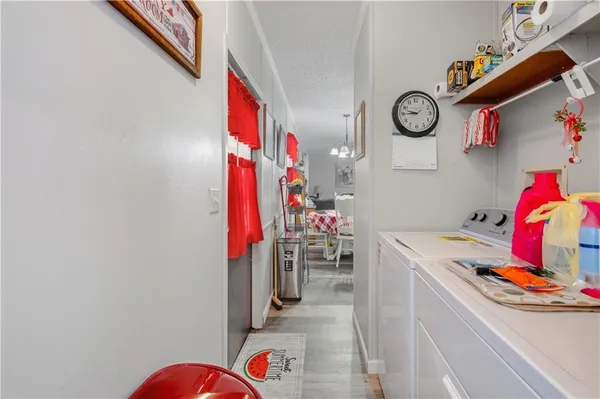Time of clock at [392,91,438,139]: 9:44
